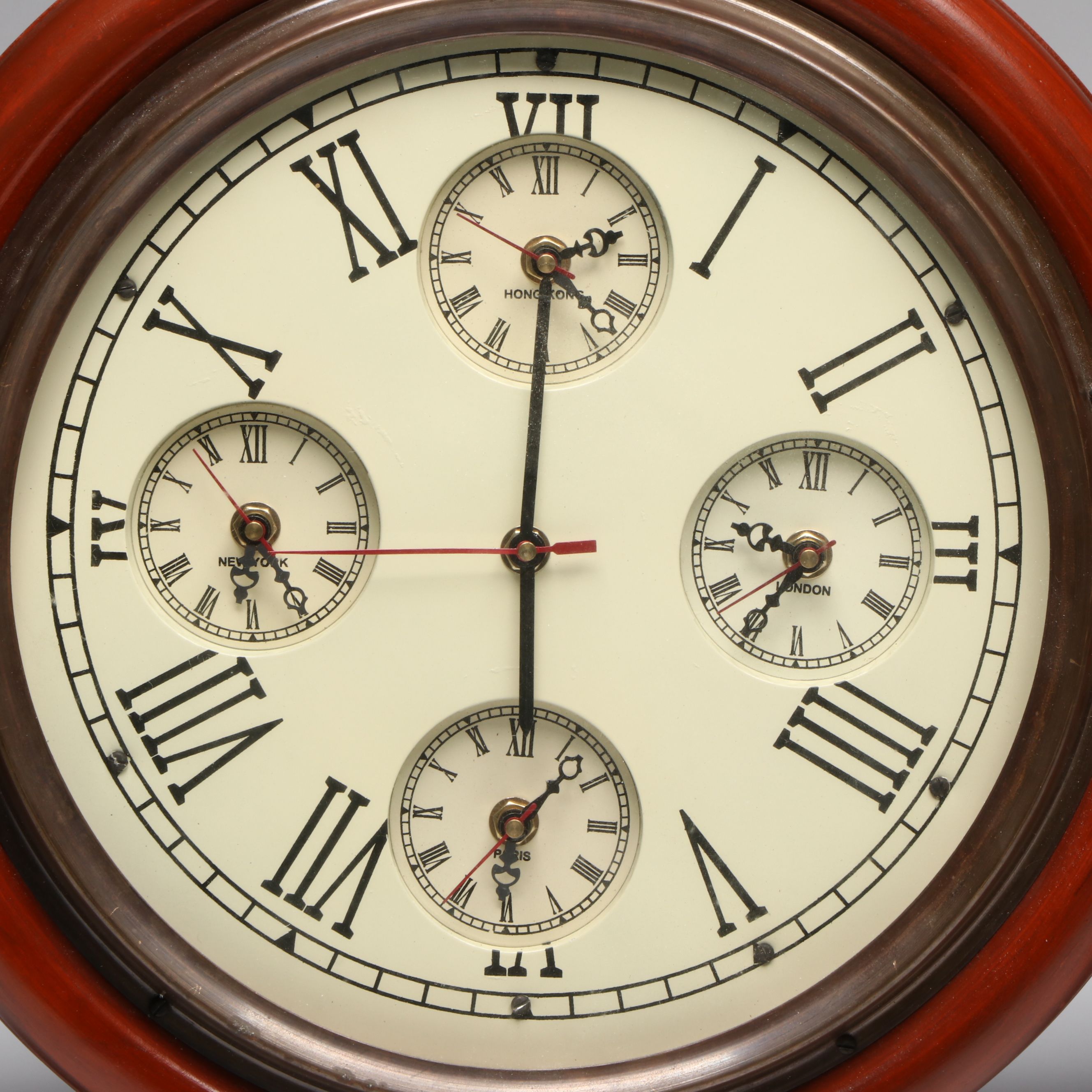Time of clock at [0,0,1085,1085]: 5:59
